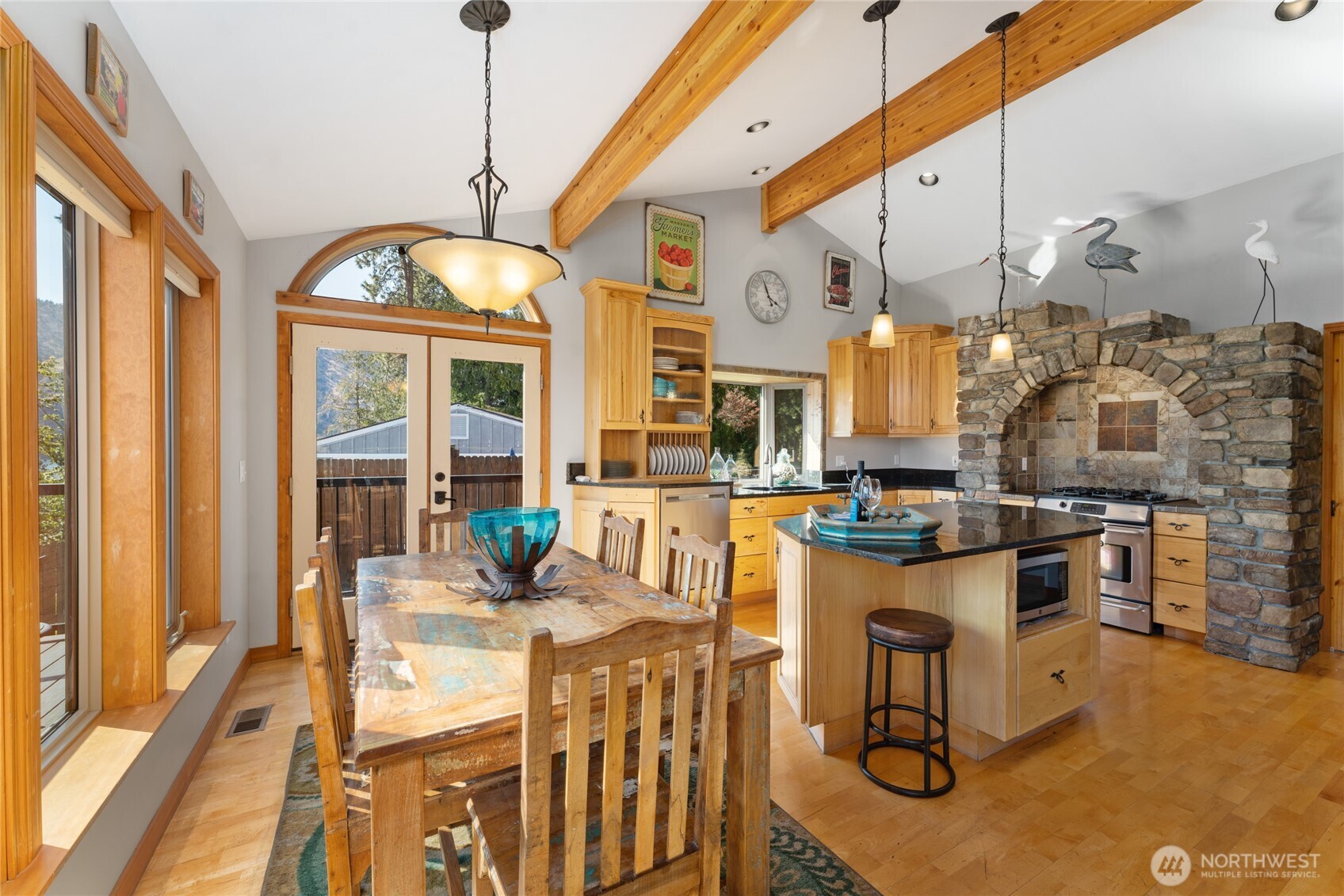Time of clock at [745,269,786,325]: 3:57
